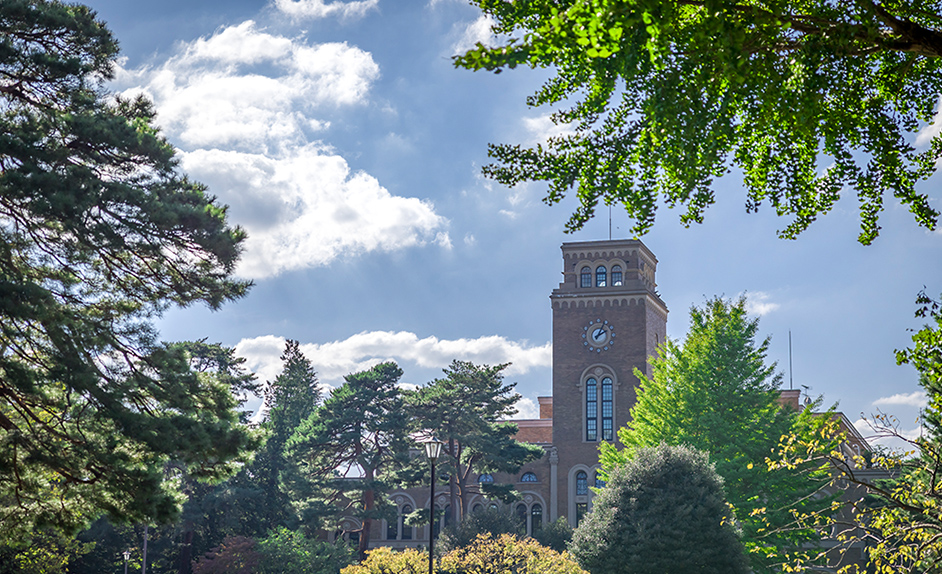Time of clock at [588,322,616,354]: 2:04
